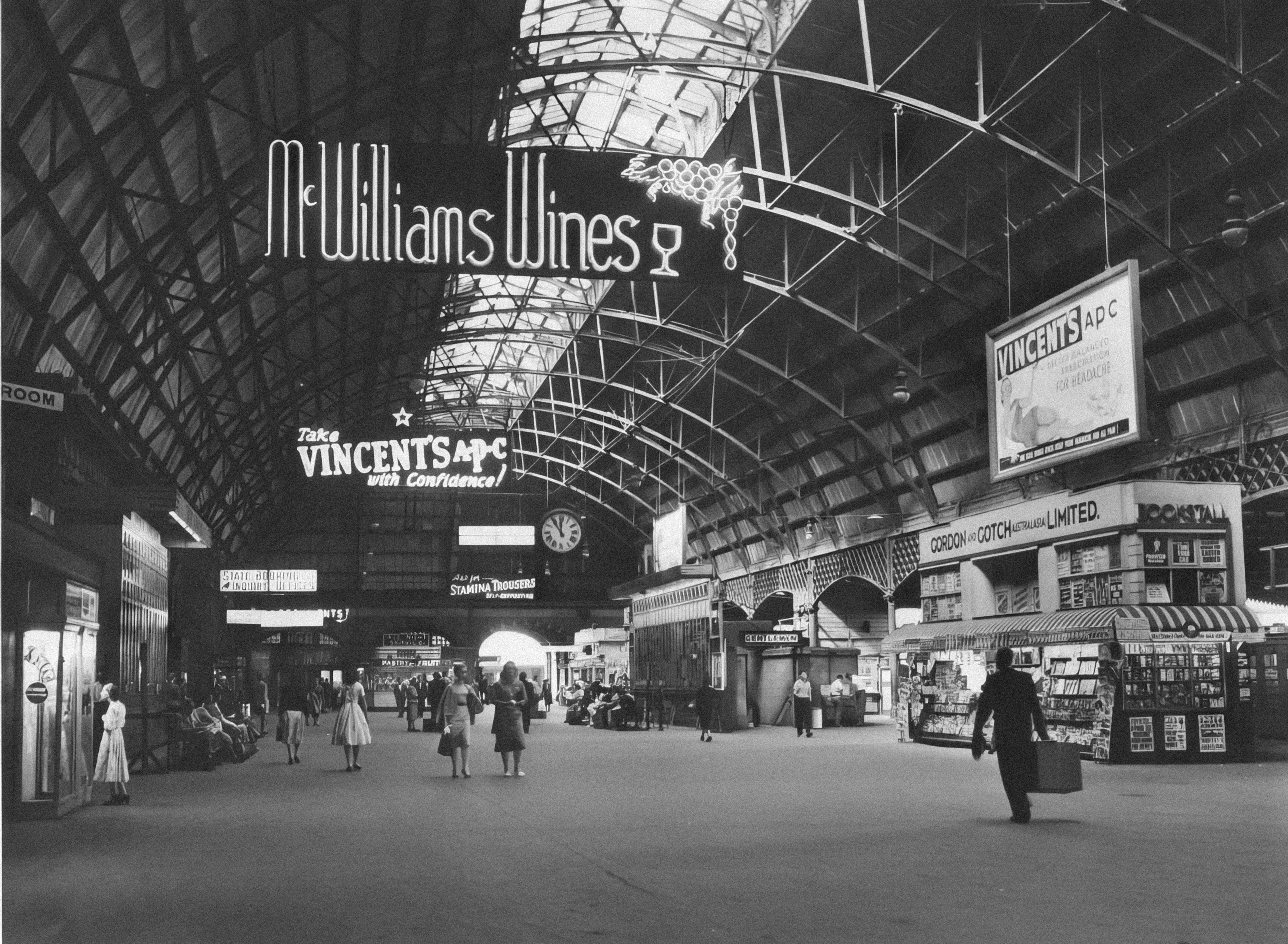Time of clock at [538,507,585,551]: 11:53
